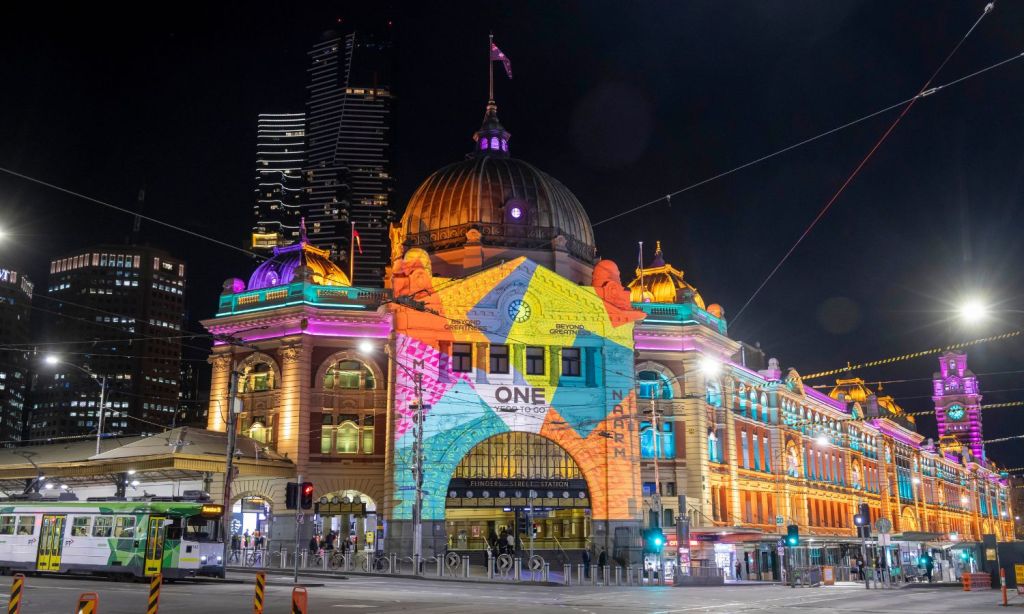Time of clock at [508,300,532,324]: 9:36
